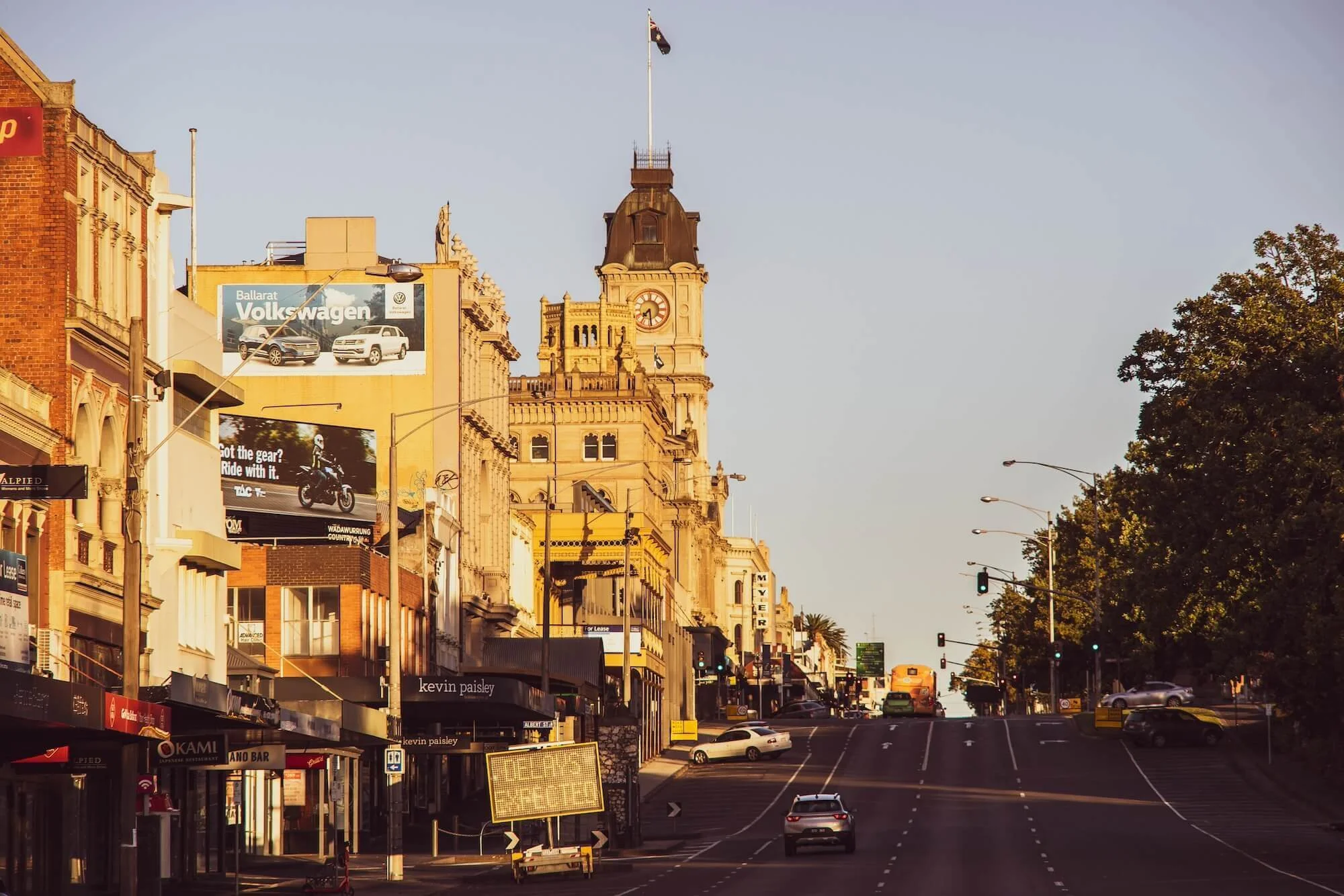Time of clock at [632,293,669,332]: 7:29
